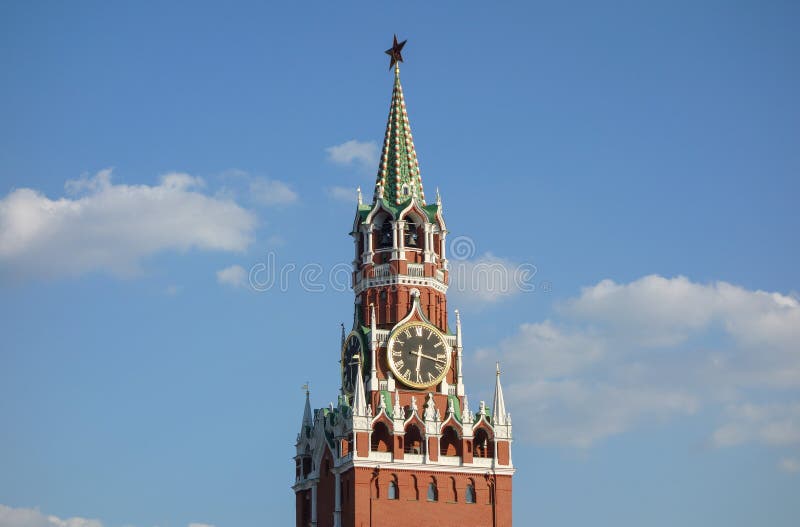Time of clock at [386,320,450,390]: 6:17
